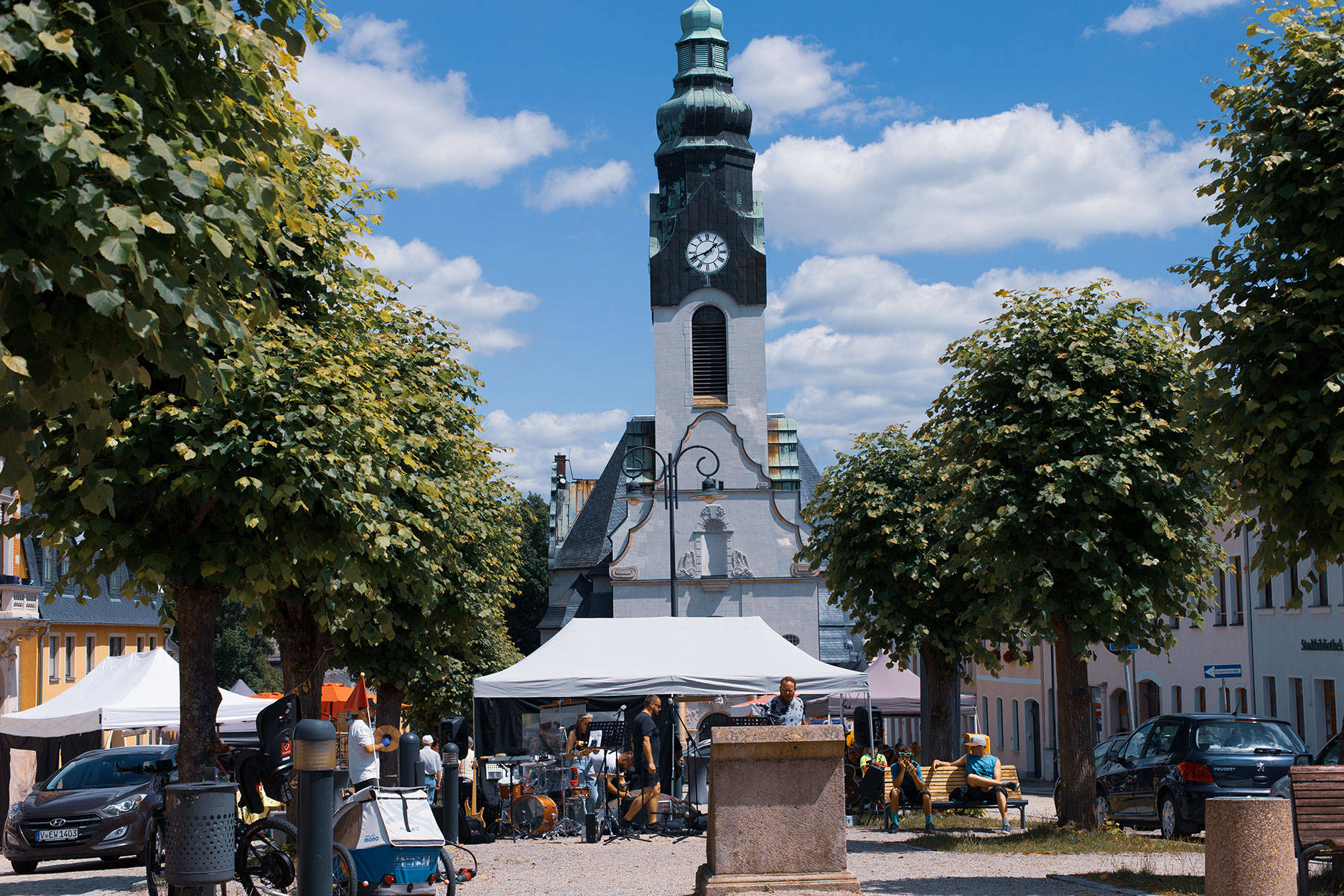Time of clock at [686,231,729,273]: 1:41
